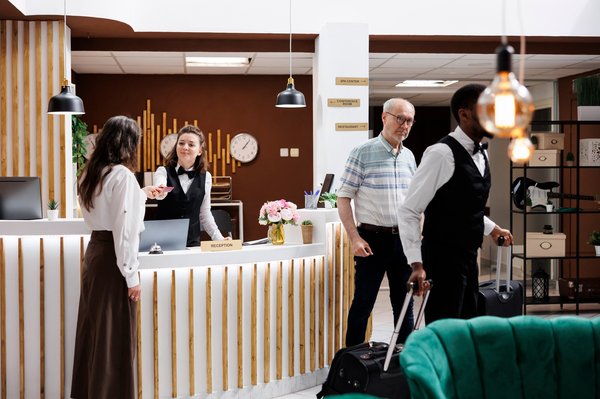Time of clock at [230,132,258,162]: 1:06
